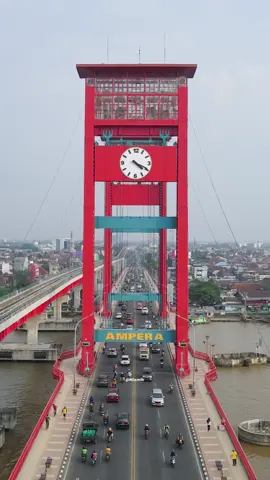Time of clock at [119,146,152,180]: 4:19
